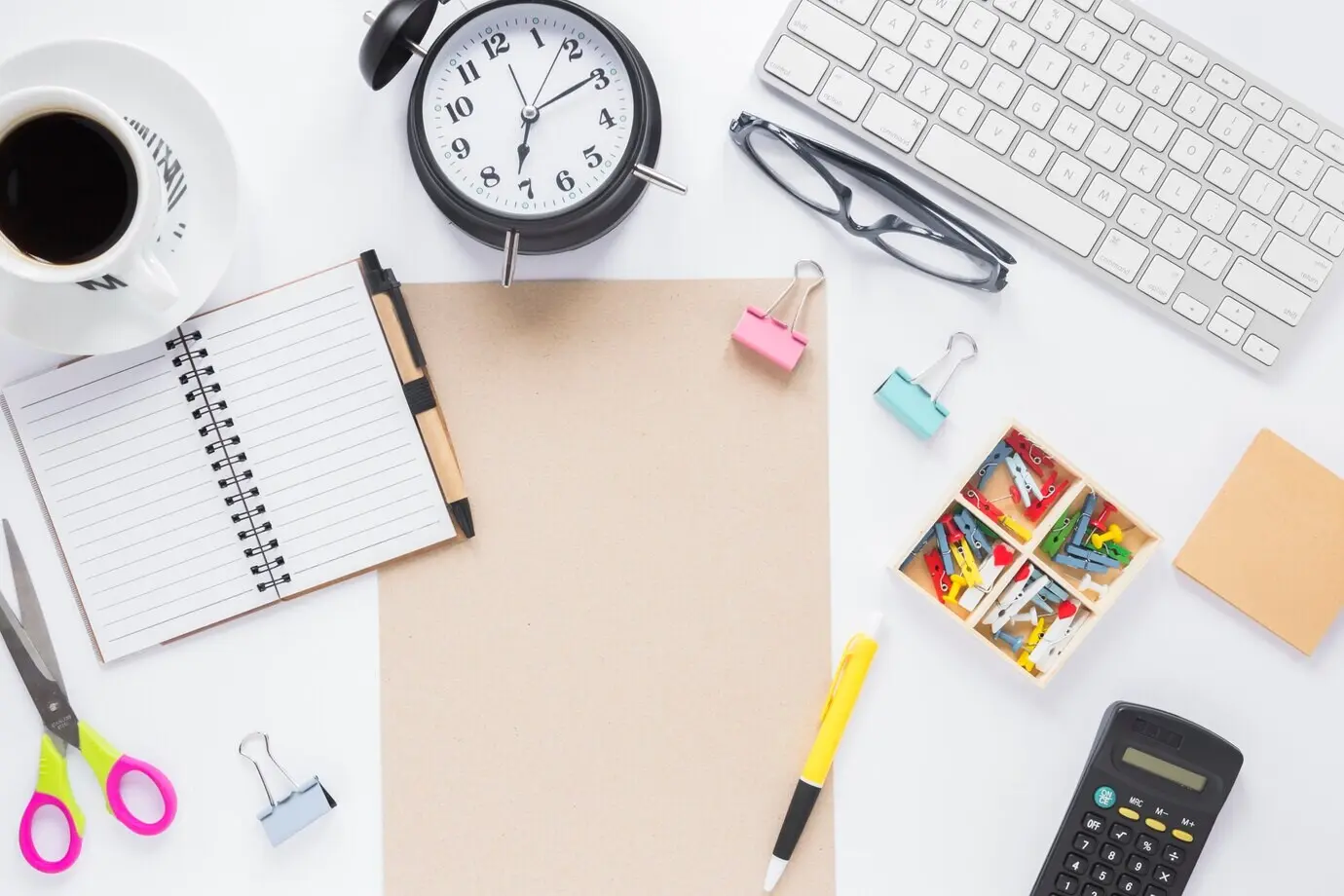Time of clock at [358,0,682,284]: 7:14
